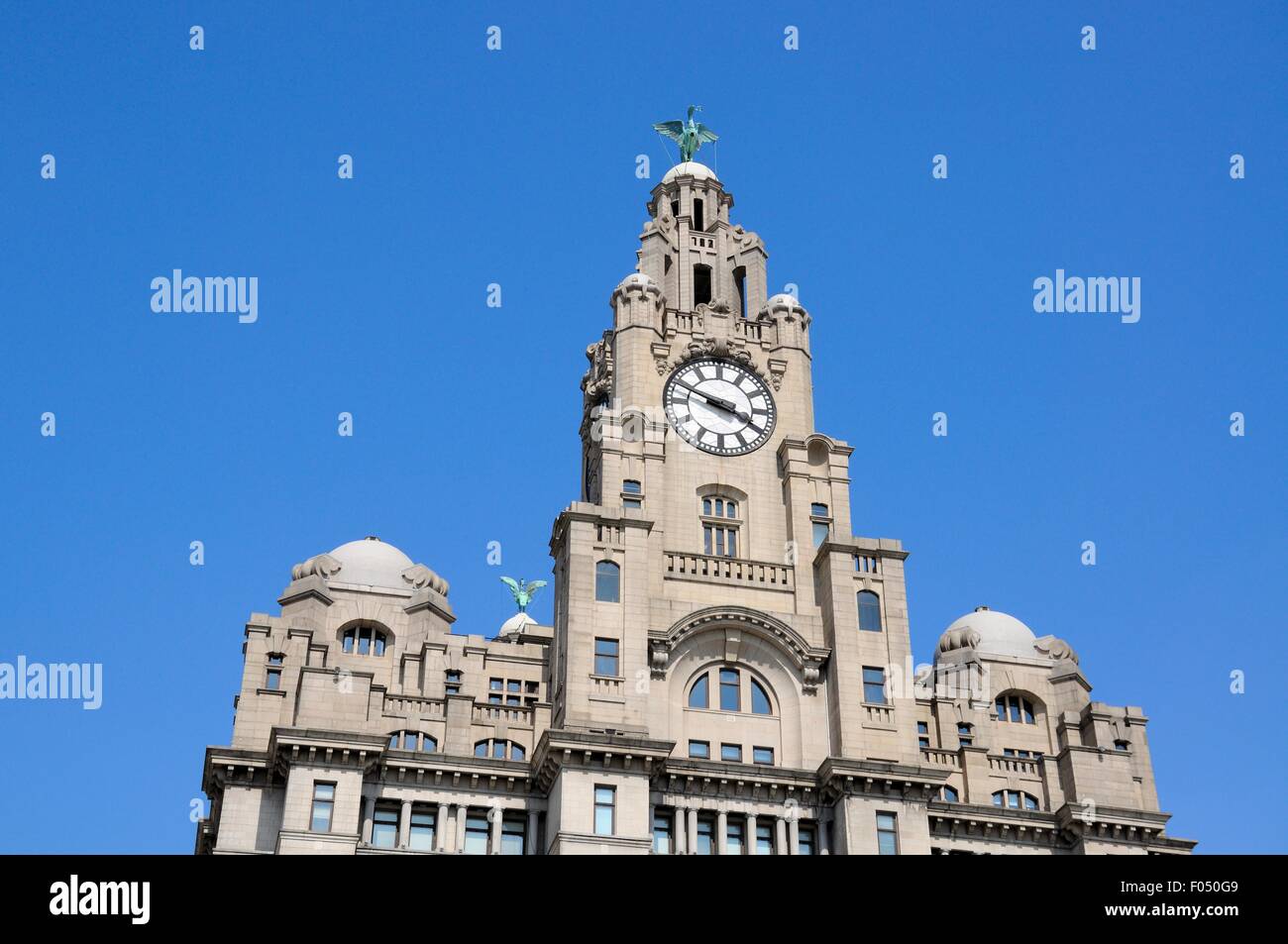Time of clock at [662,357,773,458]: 3:48
